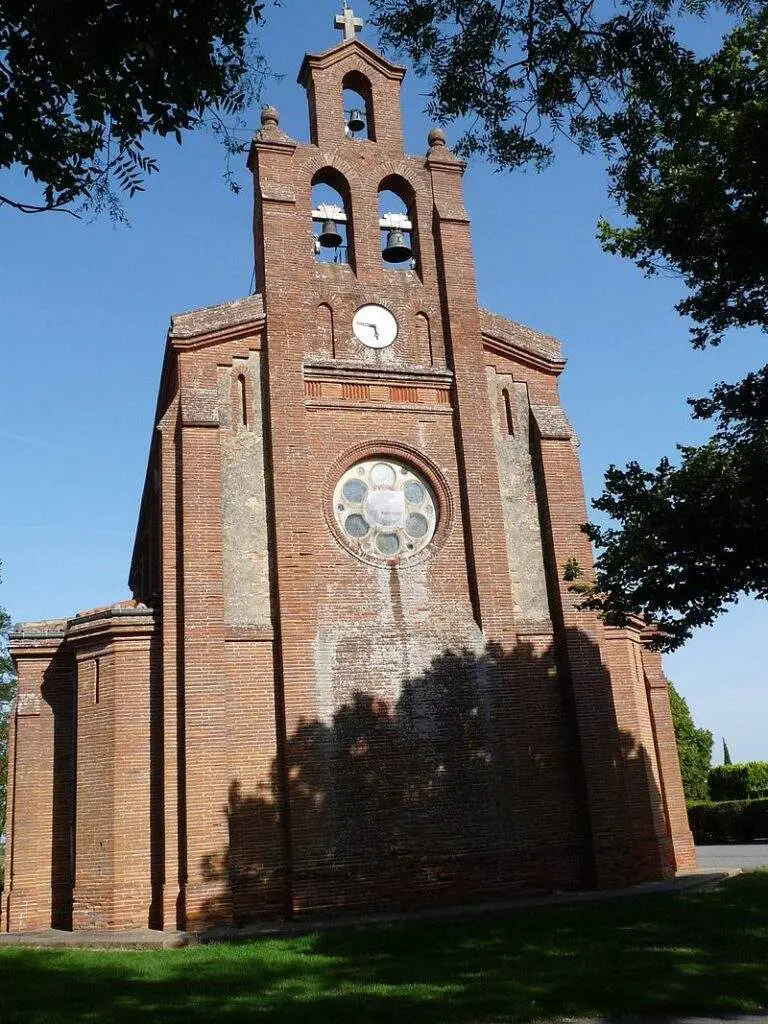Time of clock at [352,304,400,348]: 5:46
